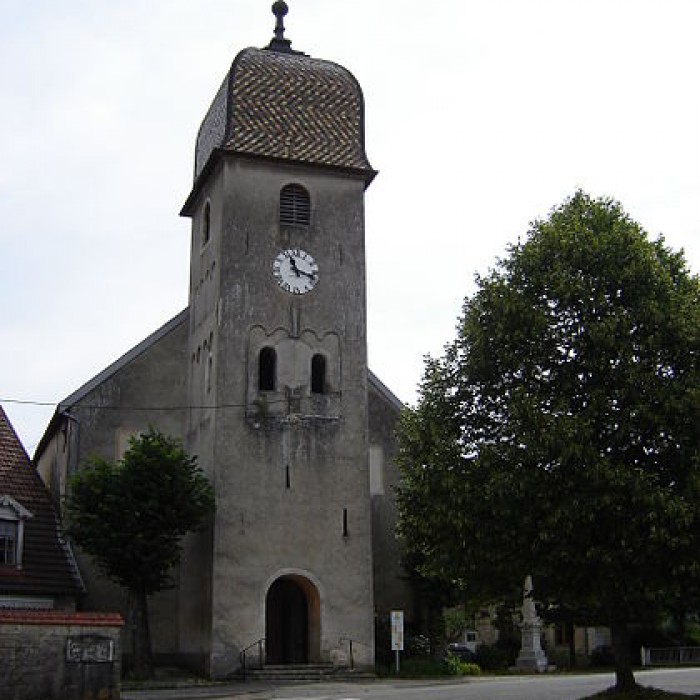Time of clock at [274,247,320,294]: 11:17
